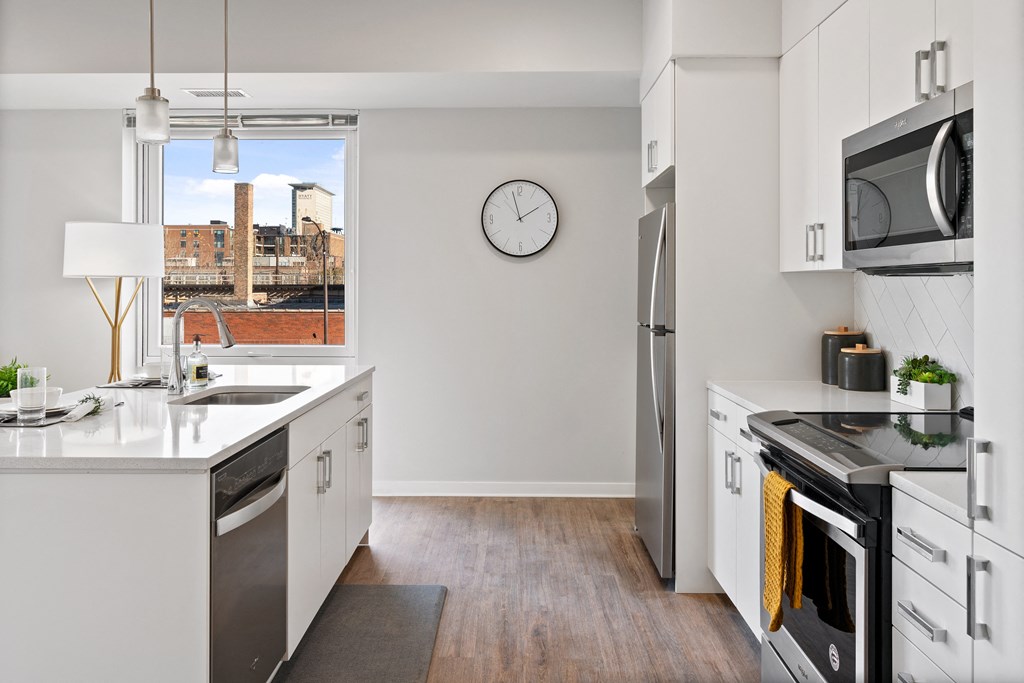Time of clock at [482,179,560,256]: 1:57
